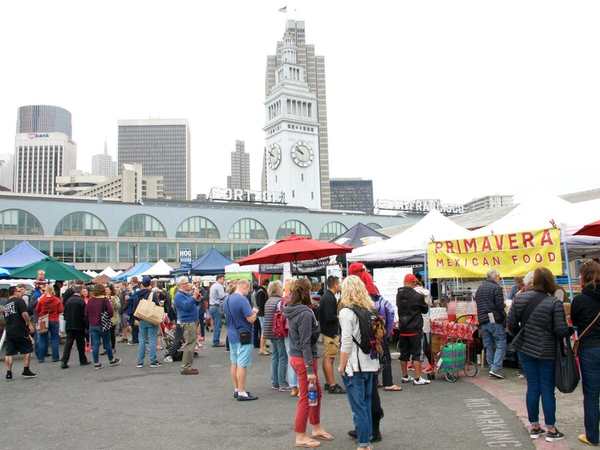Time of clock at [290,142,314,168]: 9:52
